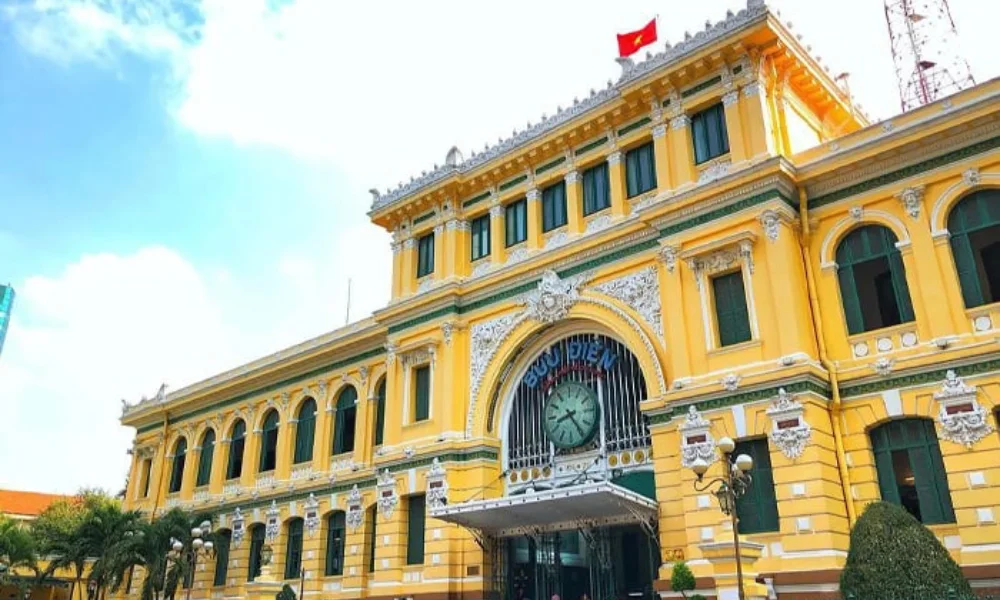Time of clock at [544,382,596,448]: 8:24
